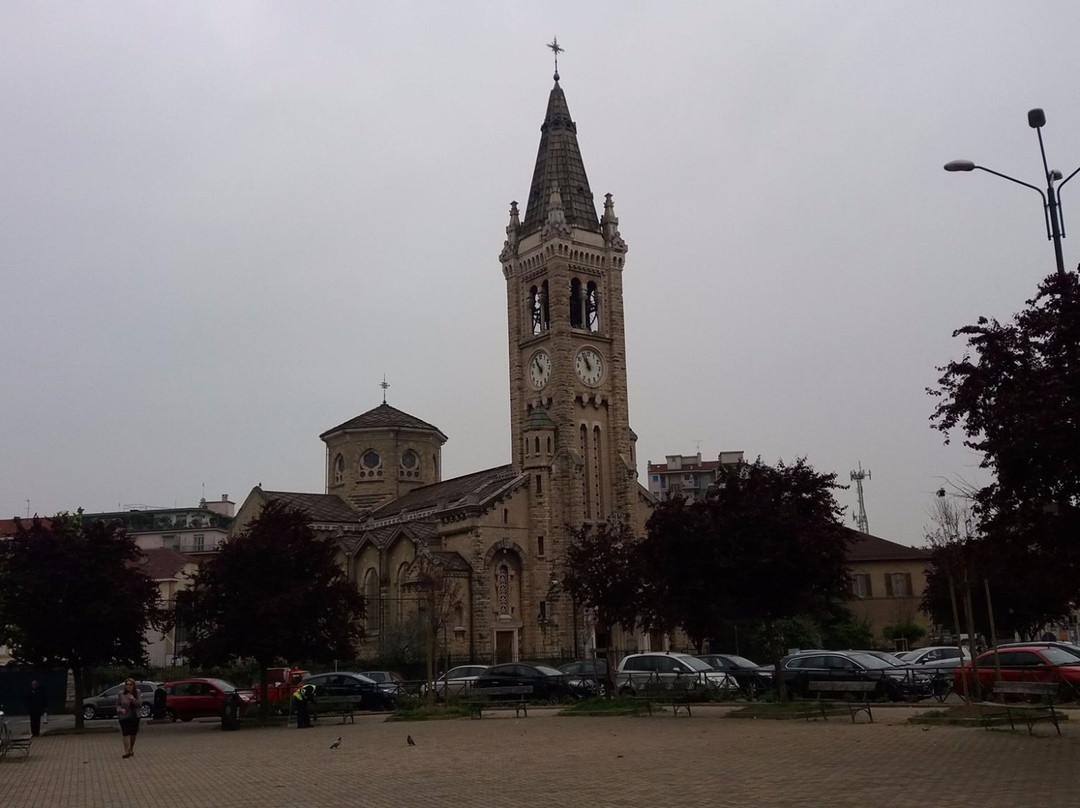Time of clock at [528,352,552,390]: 10:54
